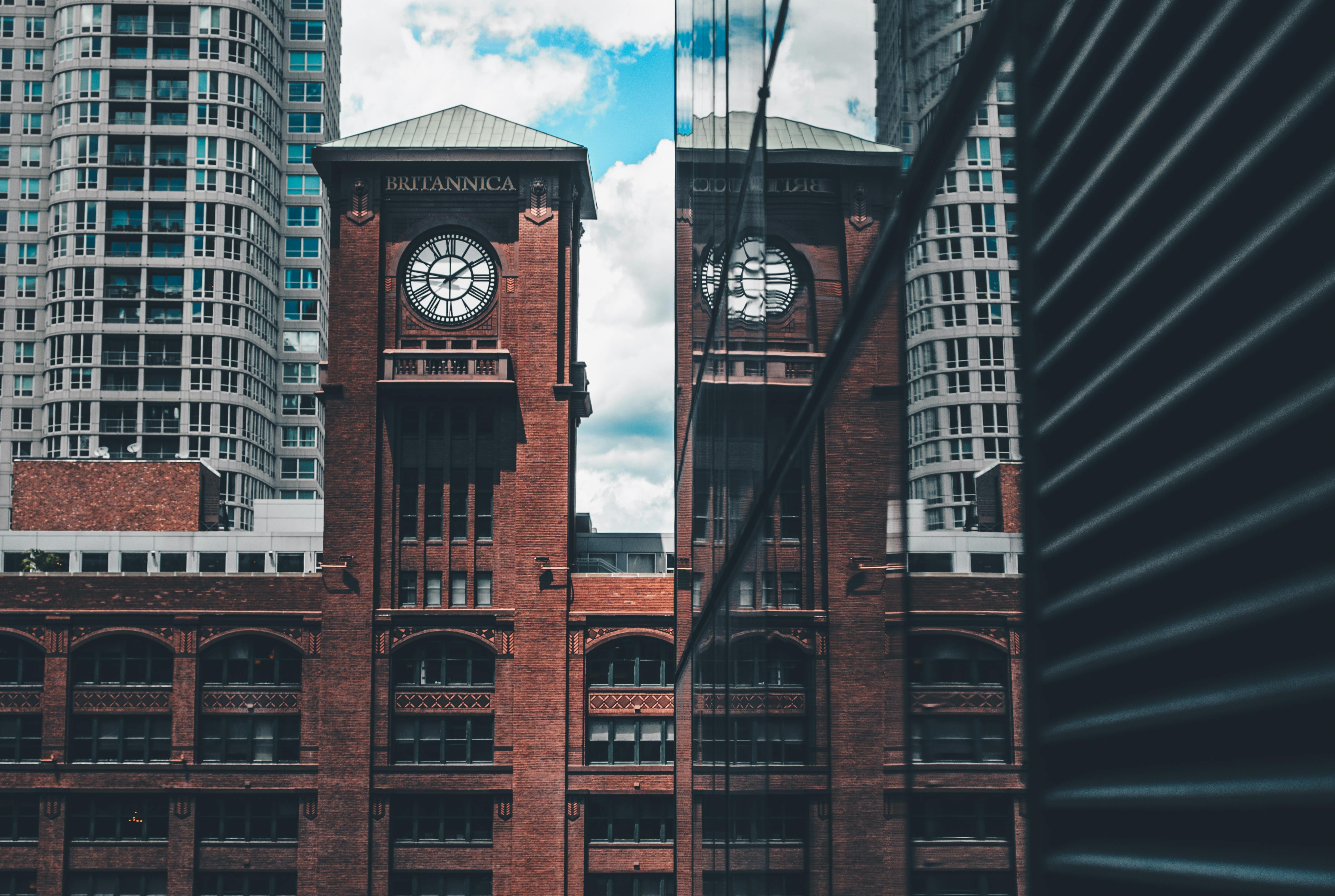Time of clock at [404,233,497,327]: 1:46
